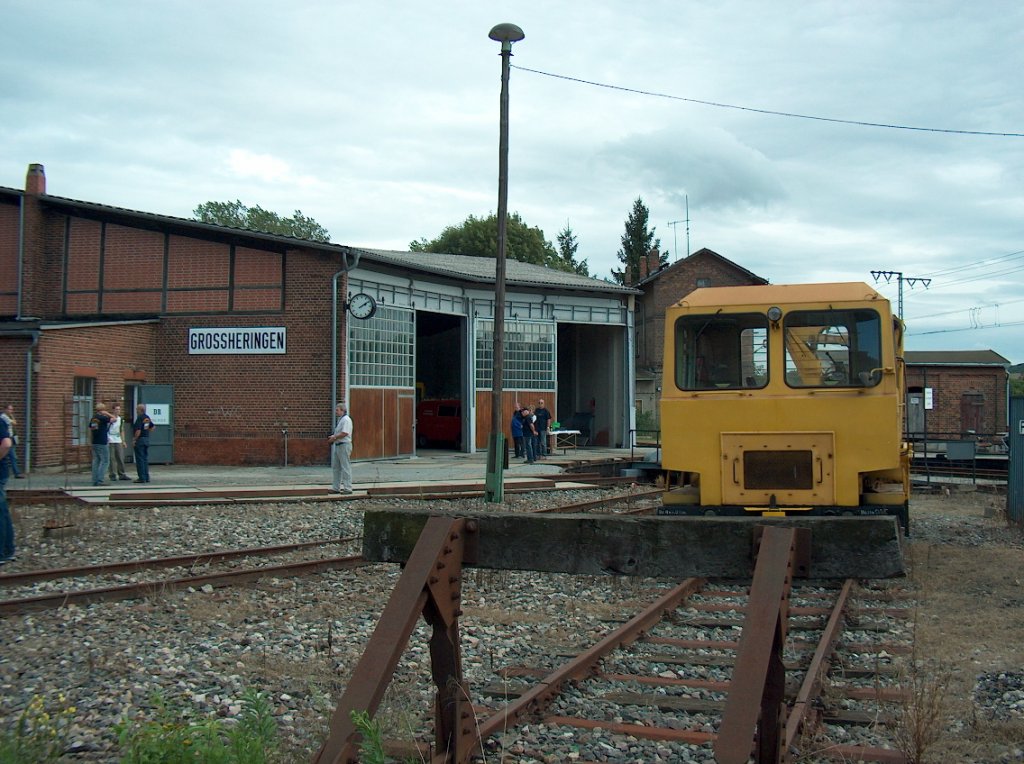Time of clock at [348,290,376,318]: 2:09
